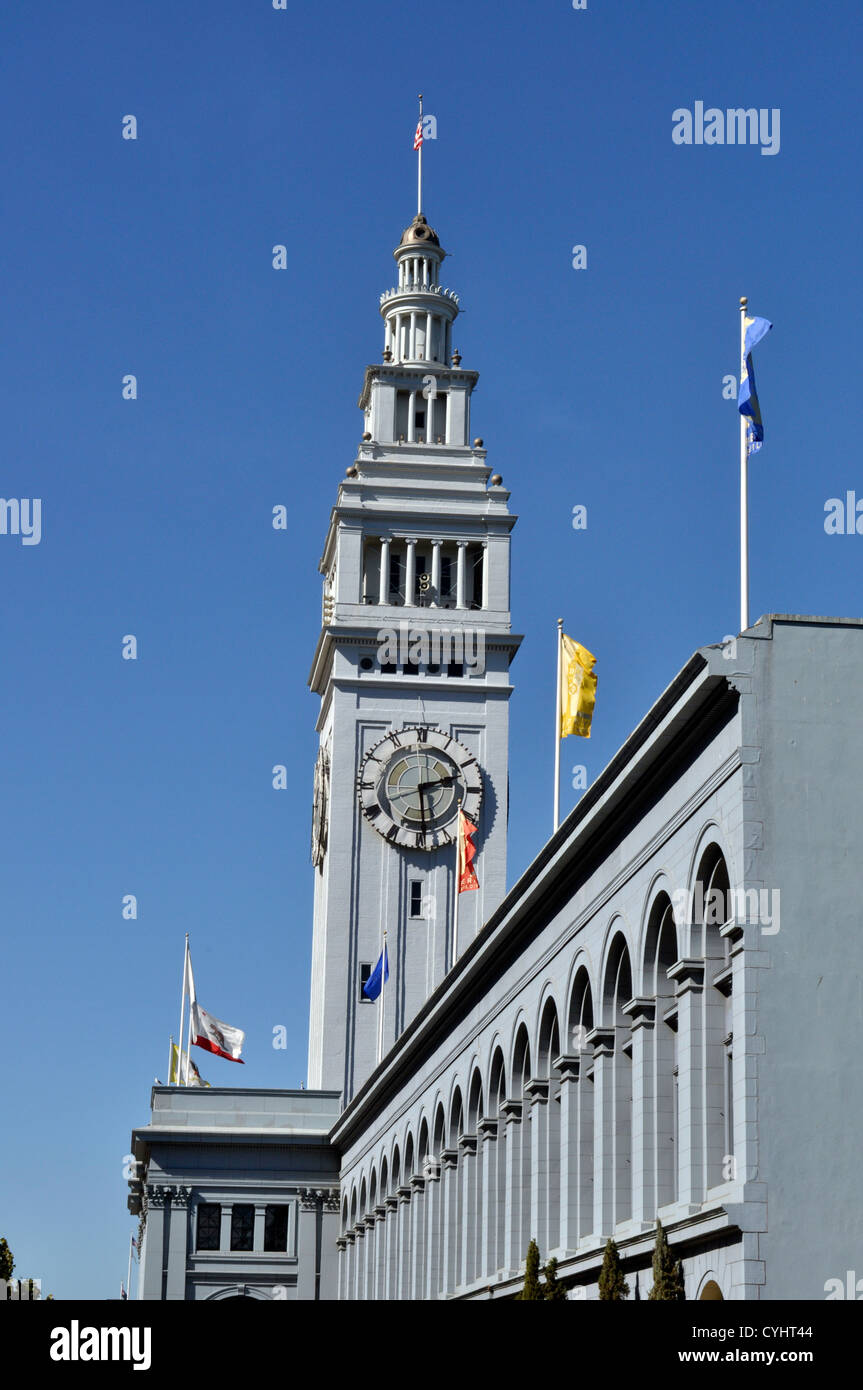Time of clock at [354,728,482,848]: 2:29
